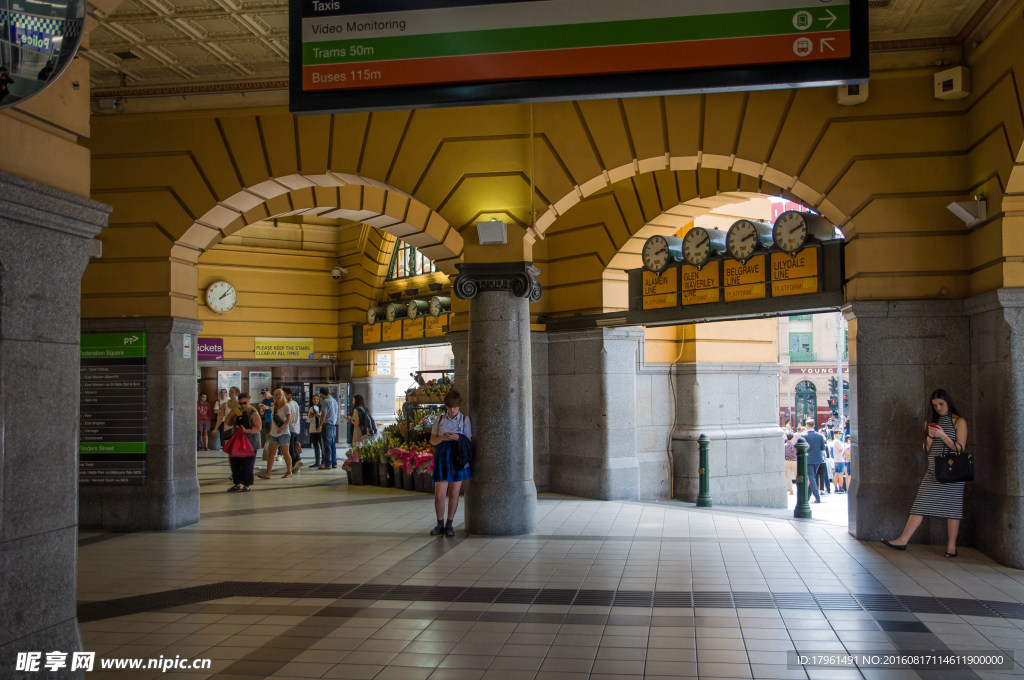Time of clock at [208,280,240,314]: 2:07
